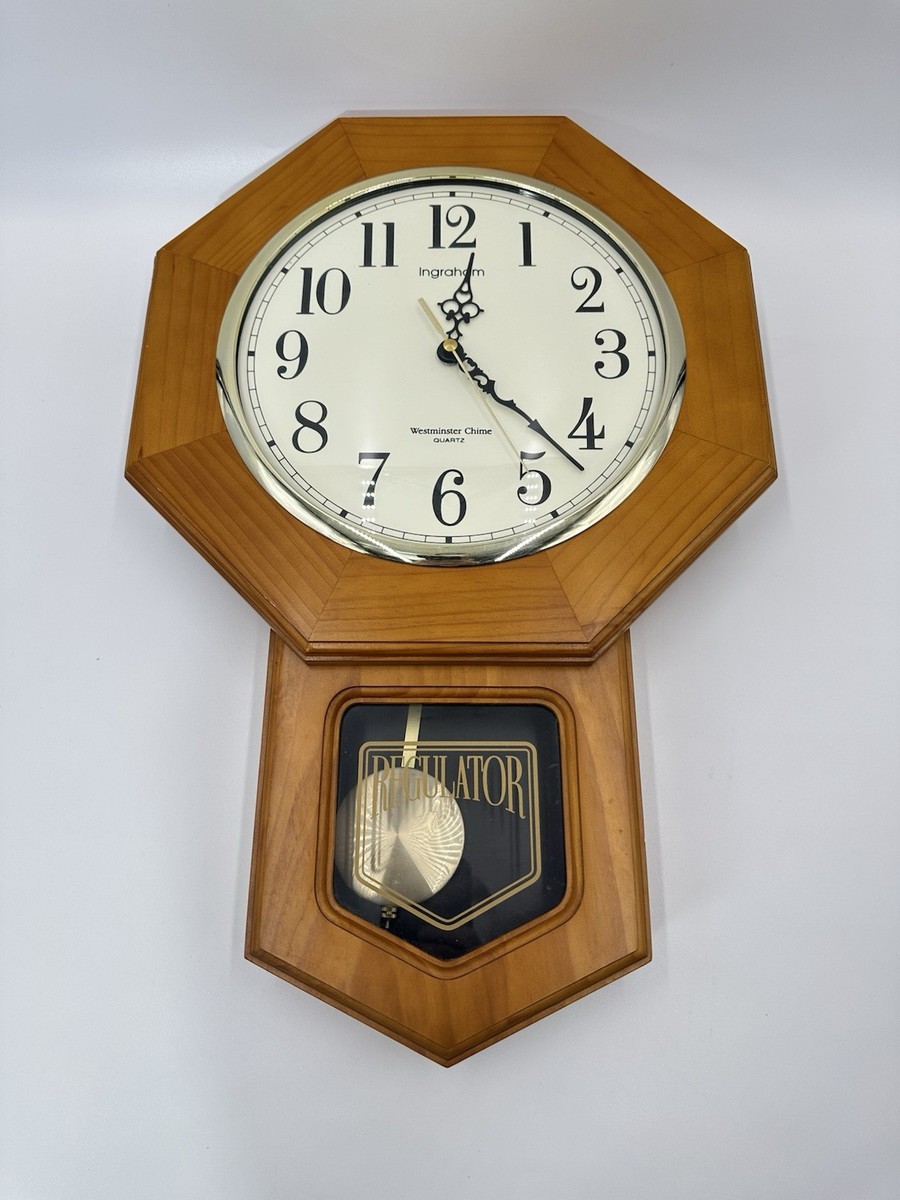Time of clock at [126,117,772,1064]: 12:21
